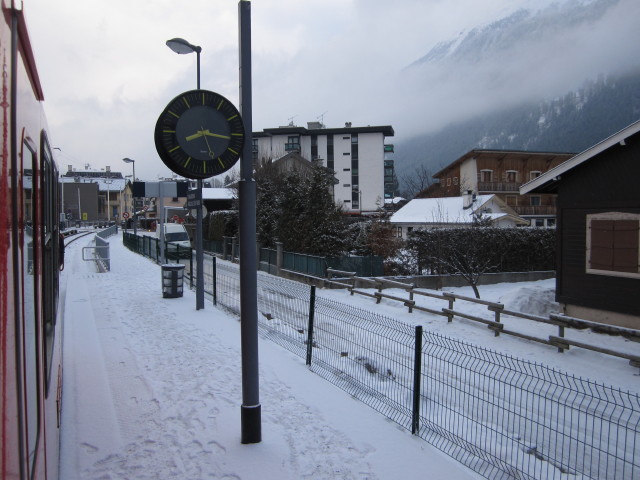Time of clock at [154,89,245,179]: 8:16
